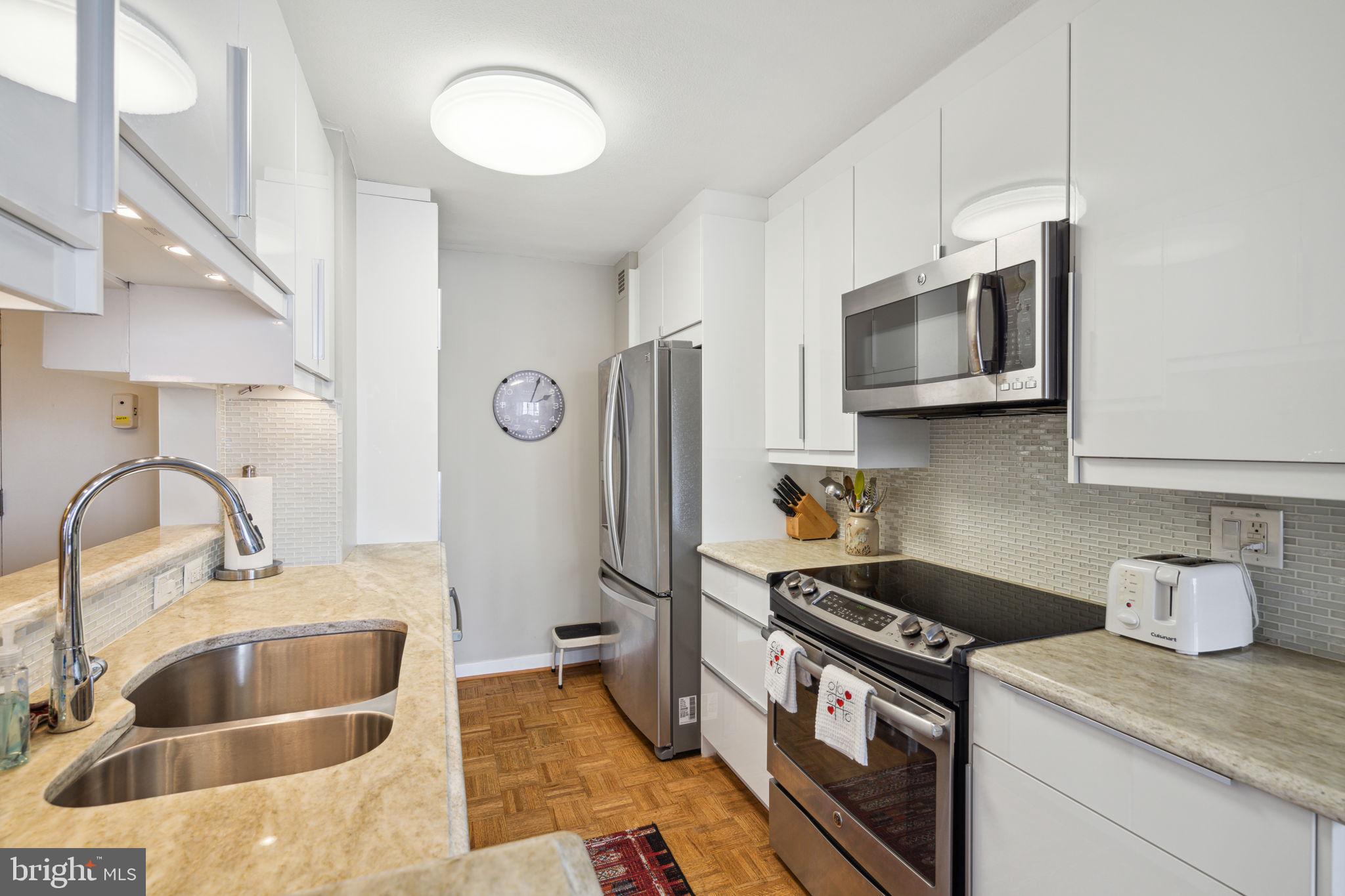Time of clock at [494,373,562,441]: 2:03
